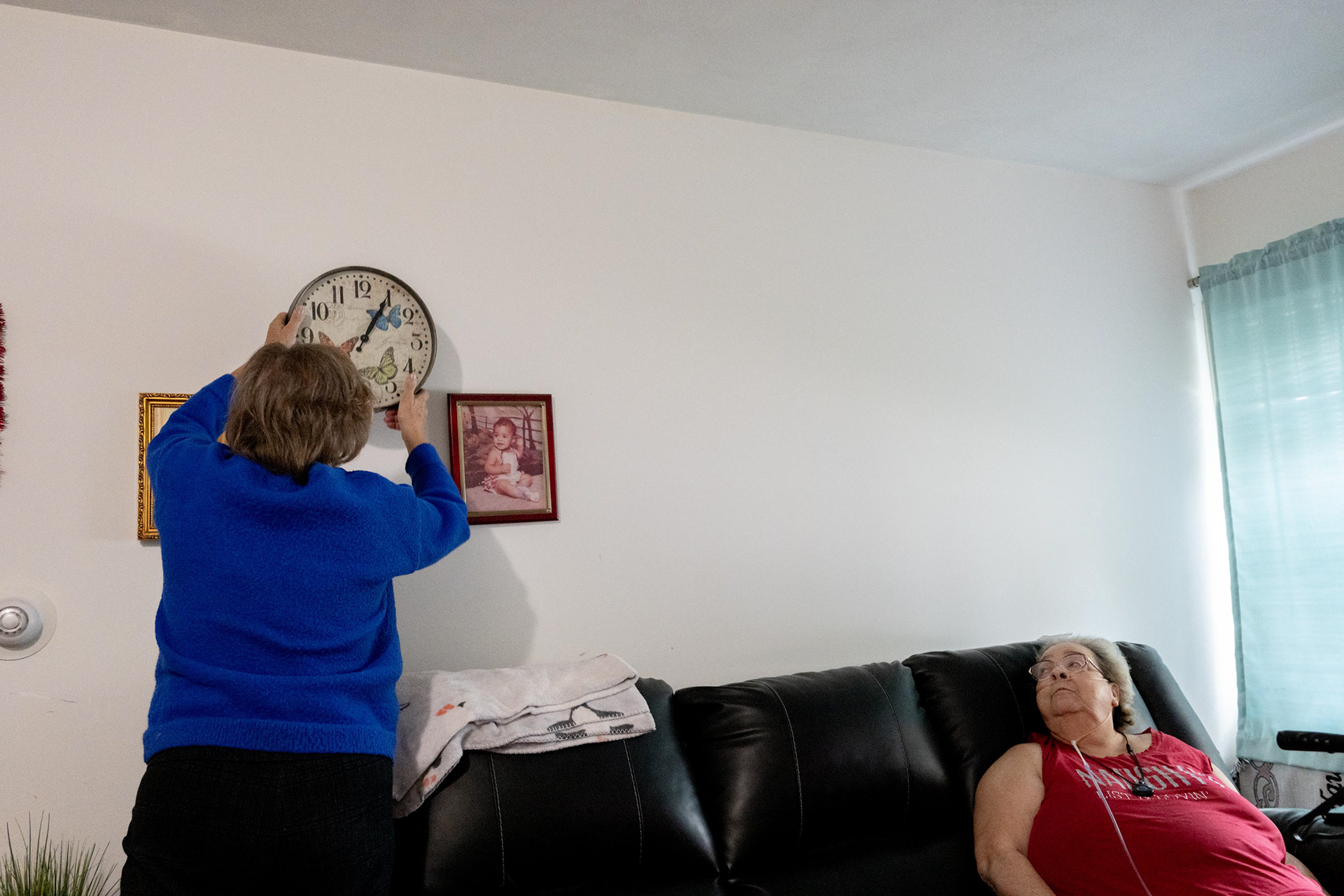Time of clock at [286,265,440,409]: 1:05
